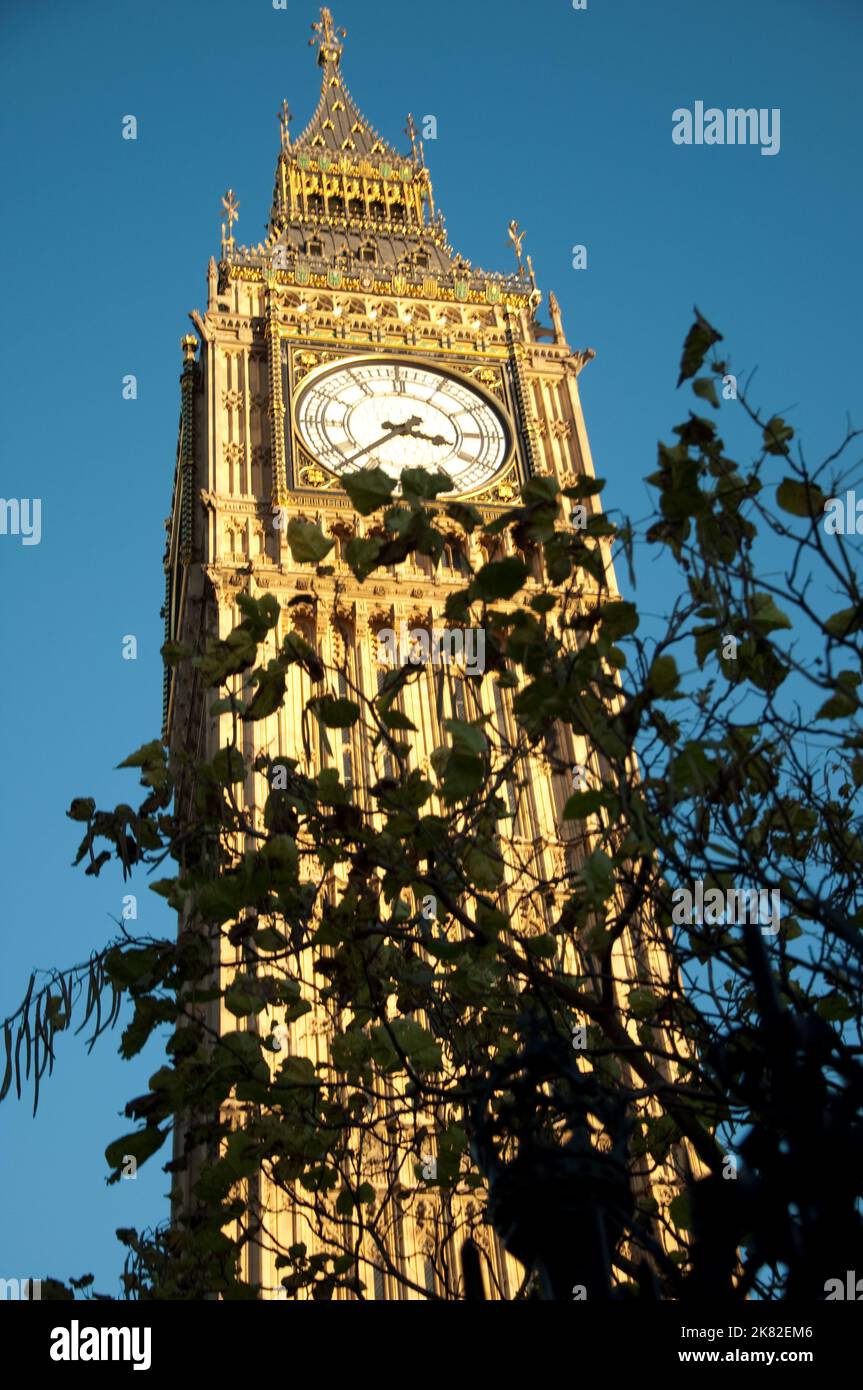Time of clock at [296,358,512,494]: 3:37
